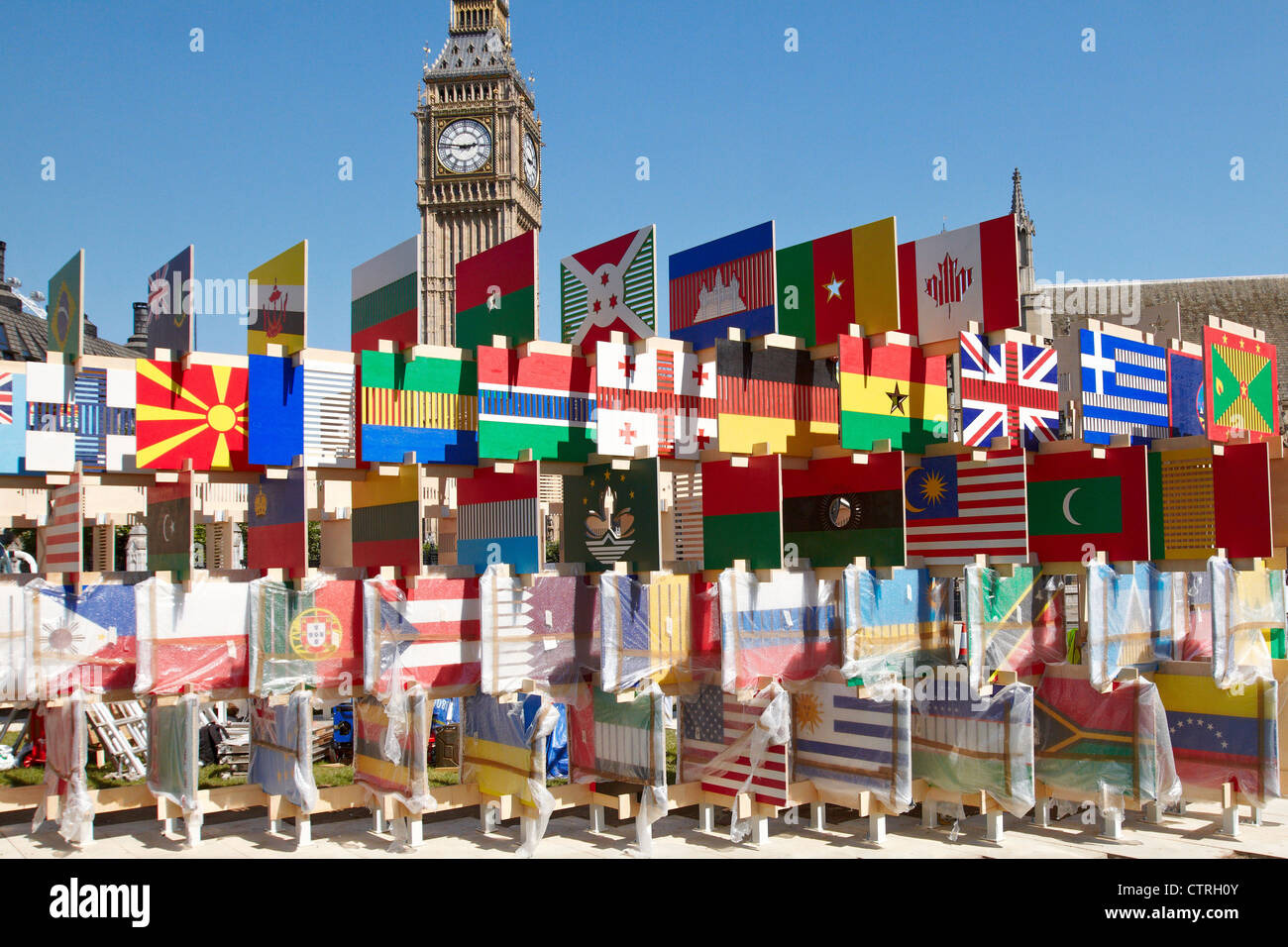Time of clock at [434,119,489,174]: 2:46
